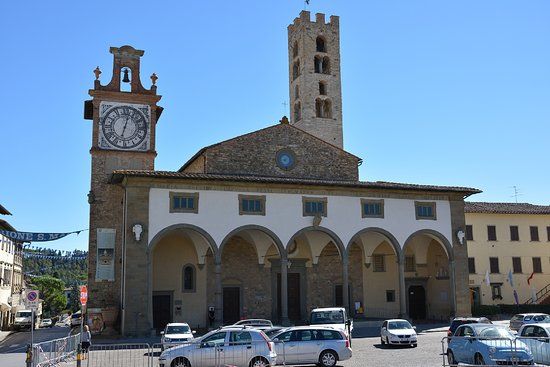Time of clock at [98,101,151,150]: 12:32
